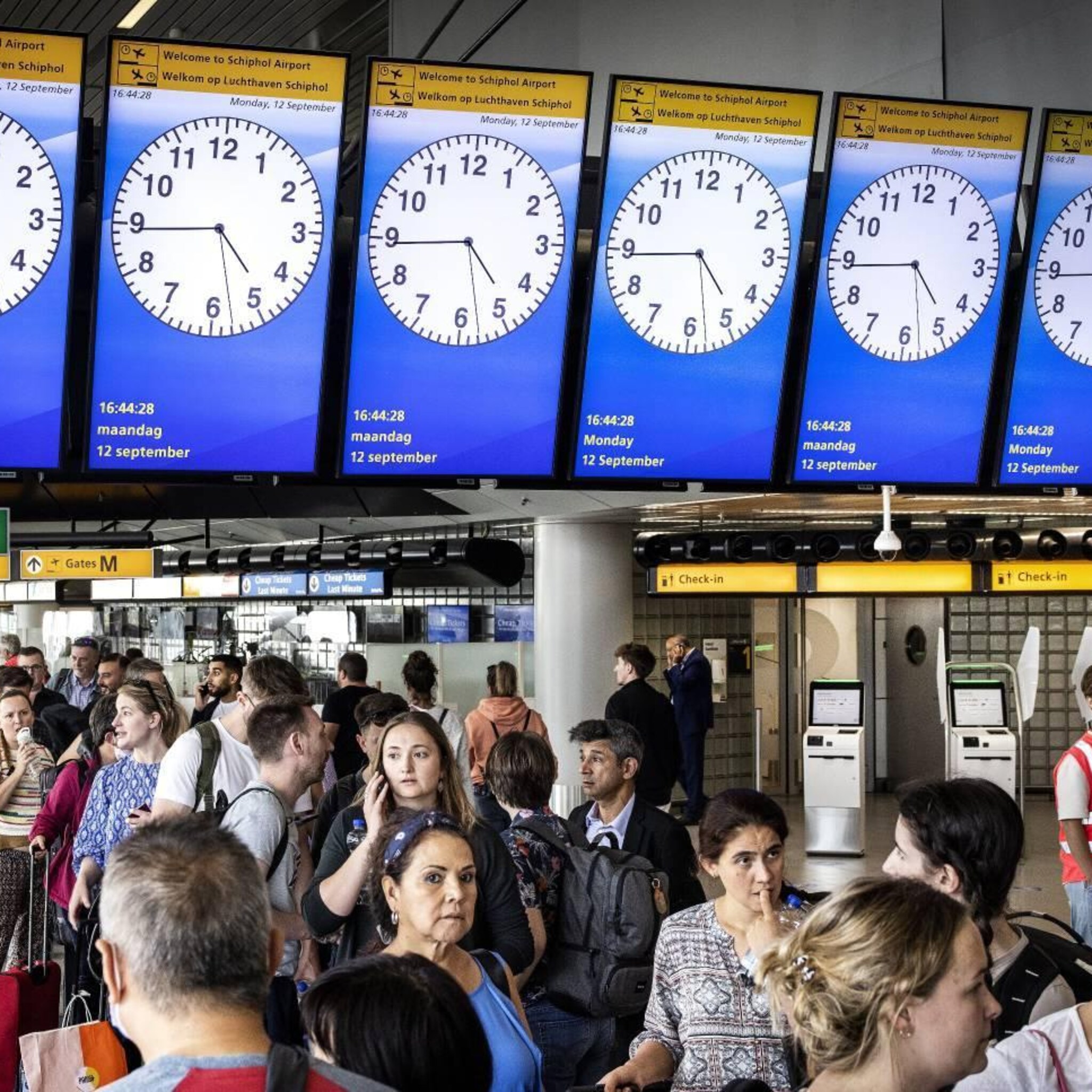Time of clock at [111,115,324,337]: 4:44
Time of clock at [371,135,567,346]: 4:44
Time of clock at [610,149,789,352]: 4:44
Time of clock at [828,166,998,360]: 4:44
